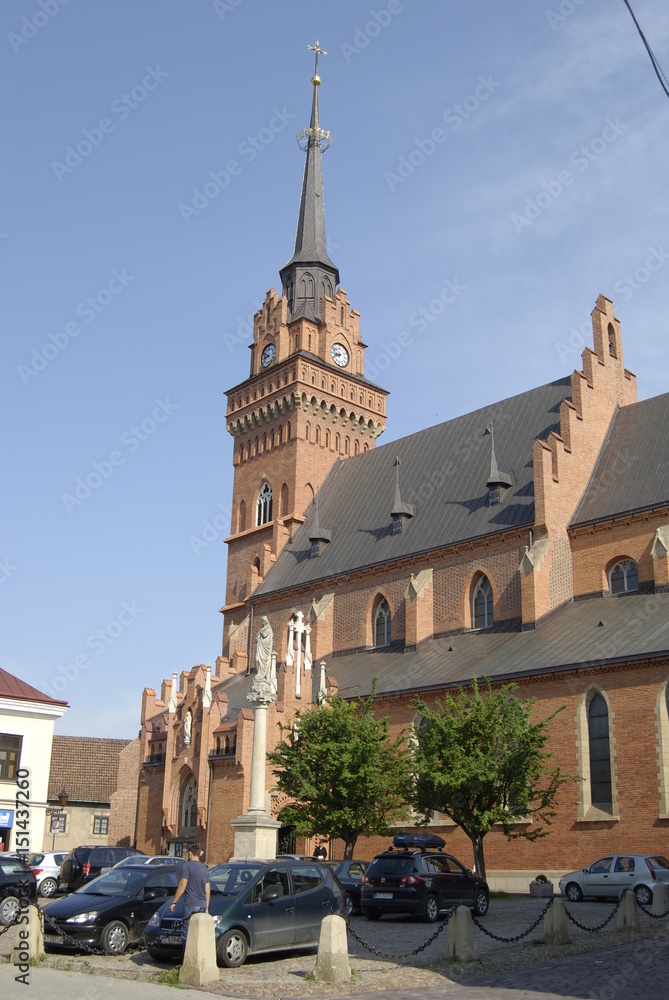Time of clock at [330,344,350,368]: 8:40
